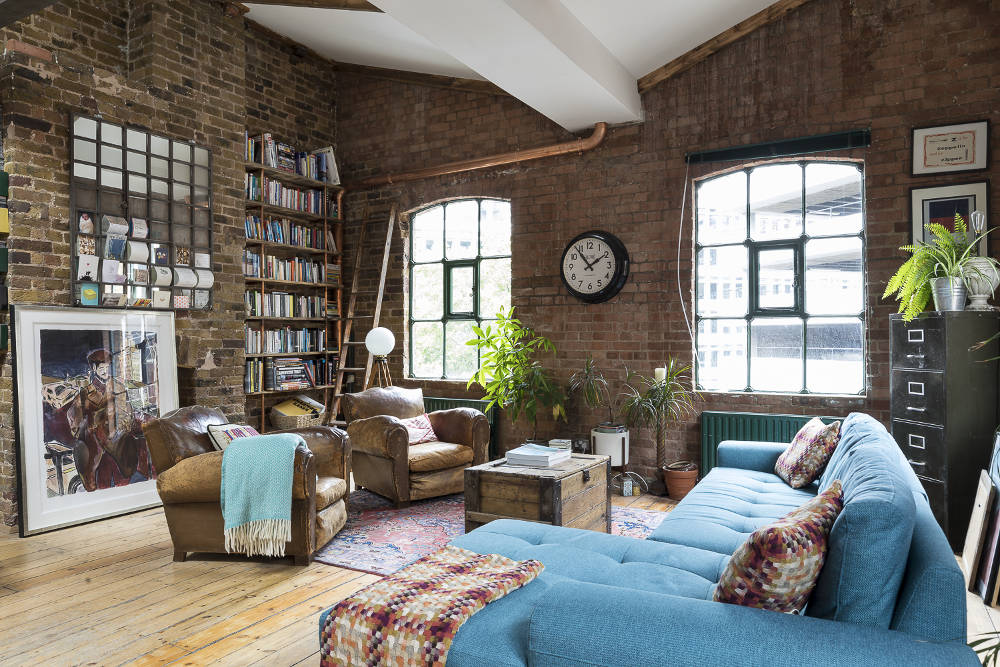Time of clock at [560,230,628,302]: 1:53
